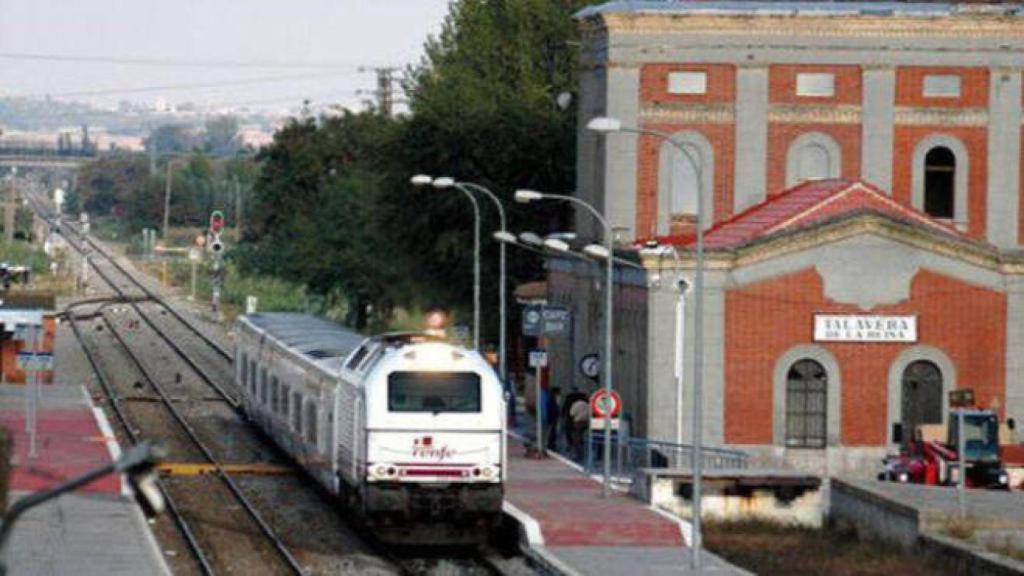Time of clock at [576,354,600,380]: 6:06
